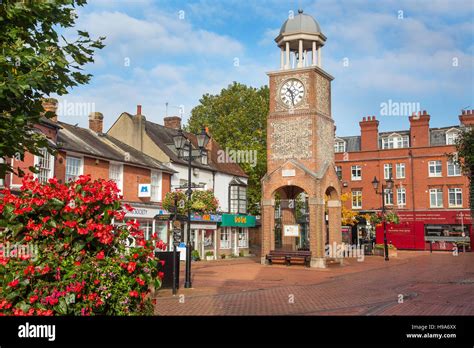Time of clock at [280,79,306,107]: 10:28
